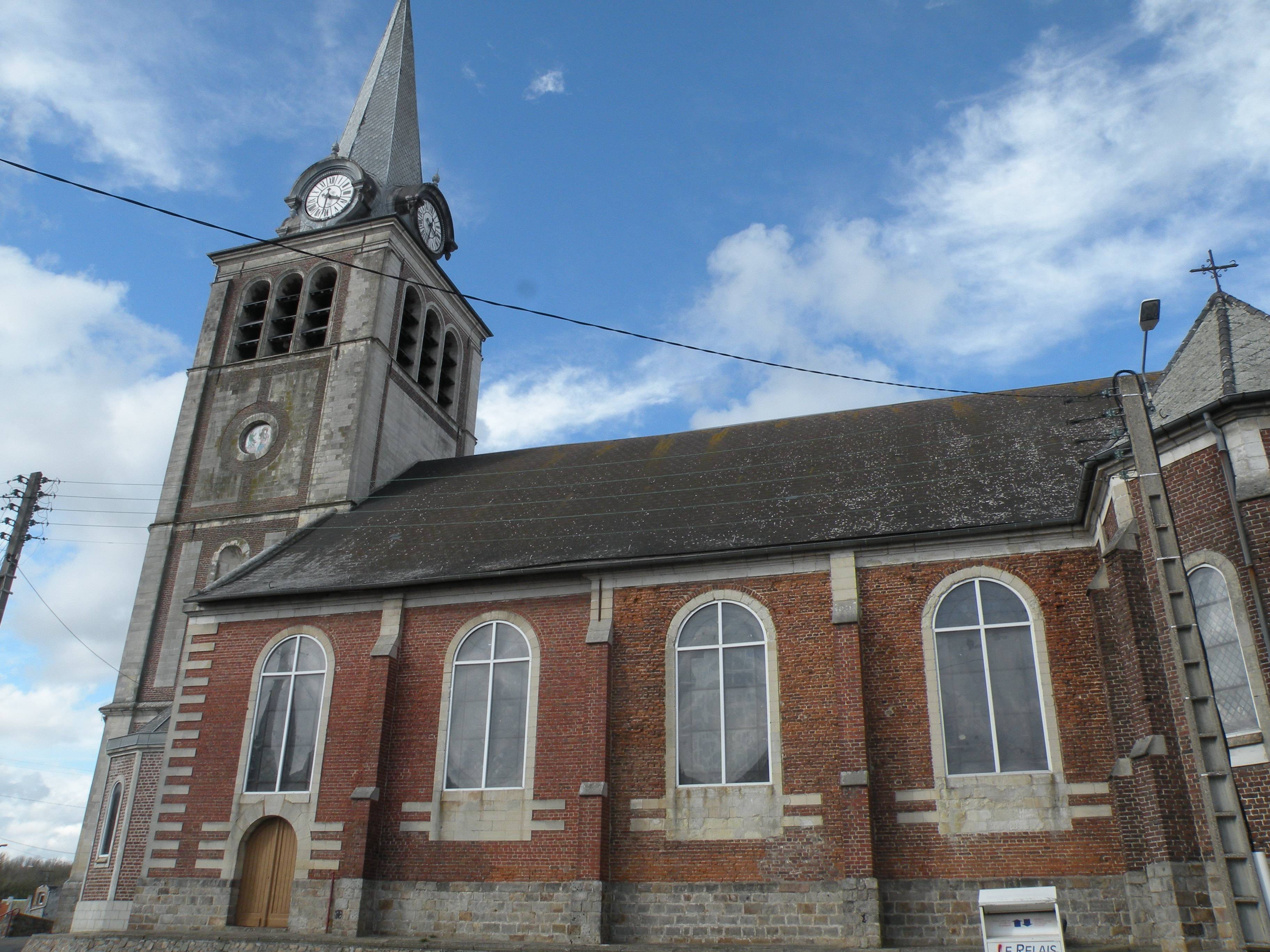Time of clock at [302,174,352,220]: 3:32
